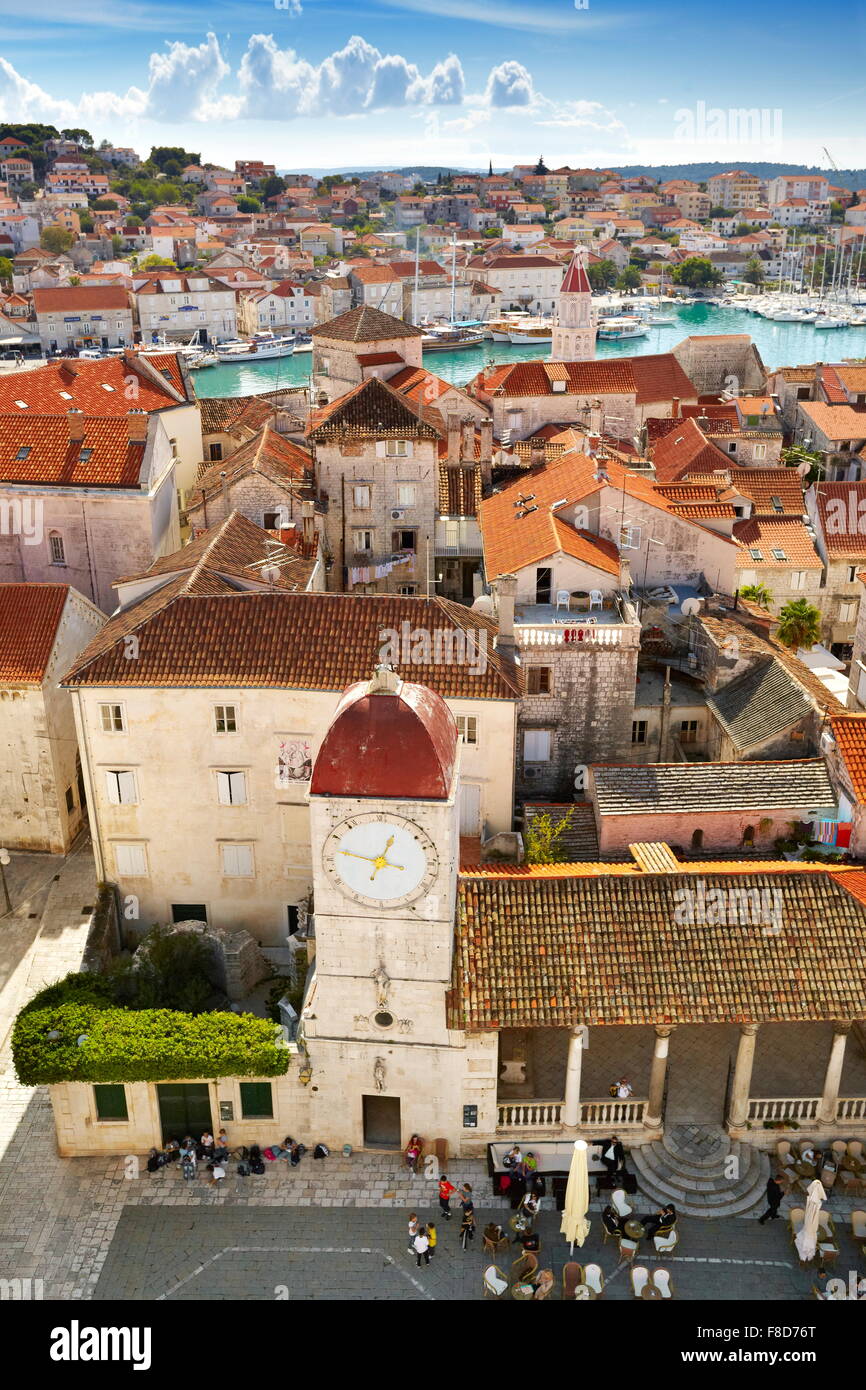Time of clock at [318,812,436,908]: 12:47
